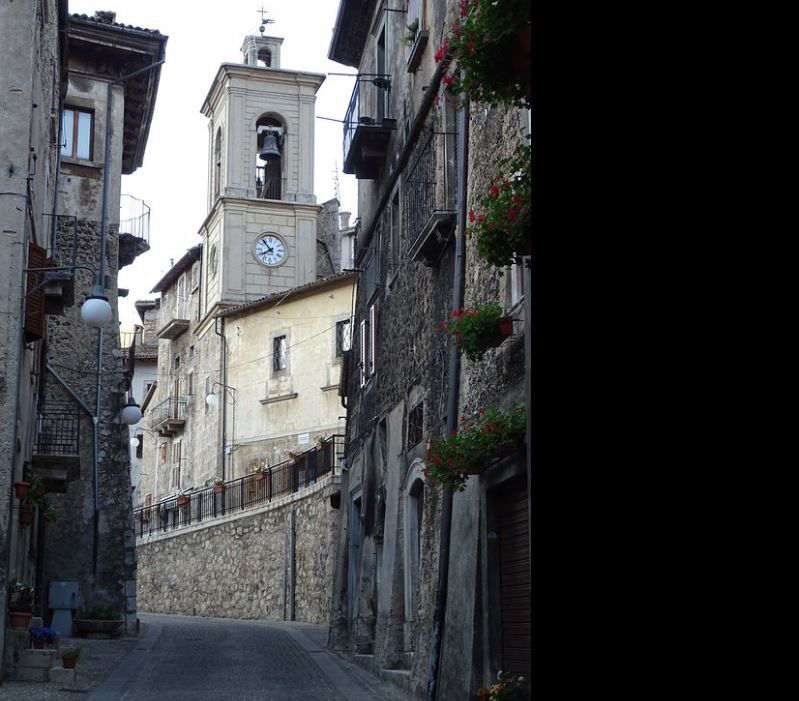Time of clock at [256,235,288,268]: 7:53
